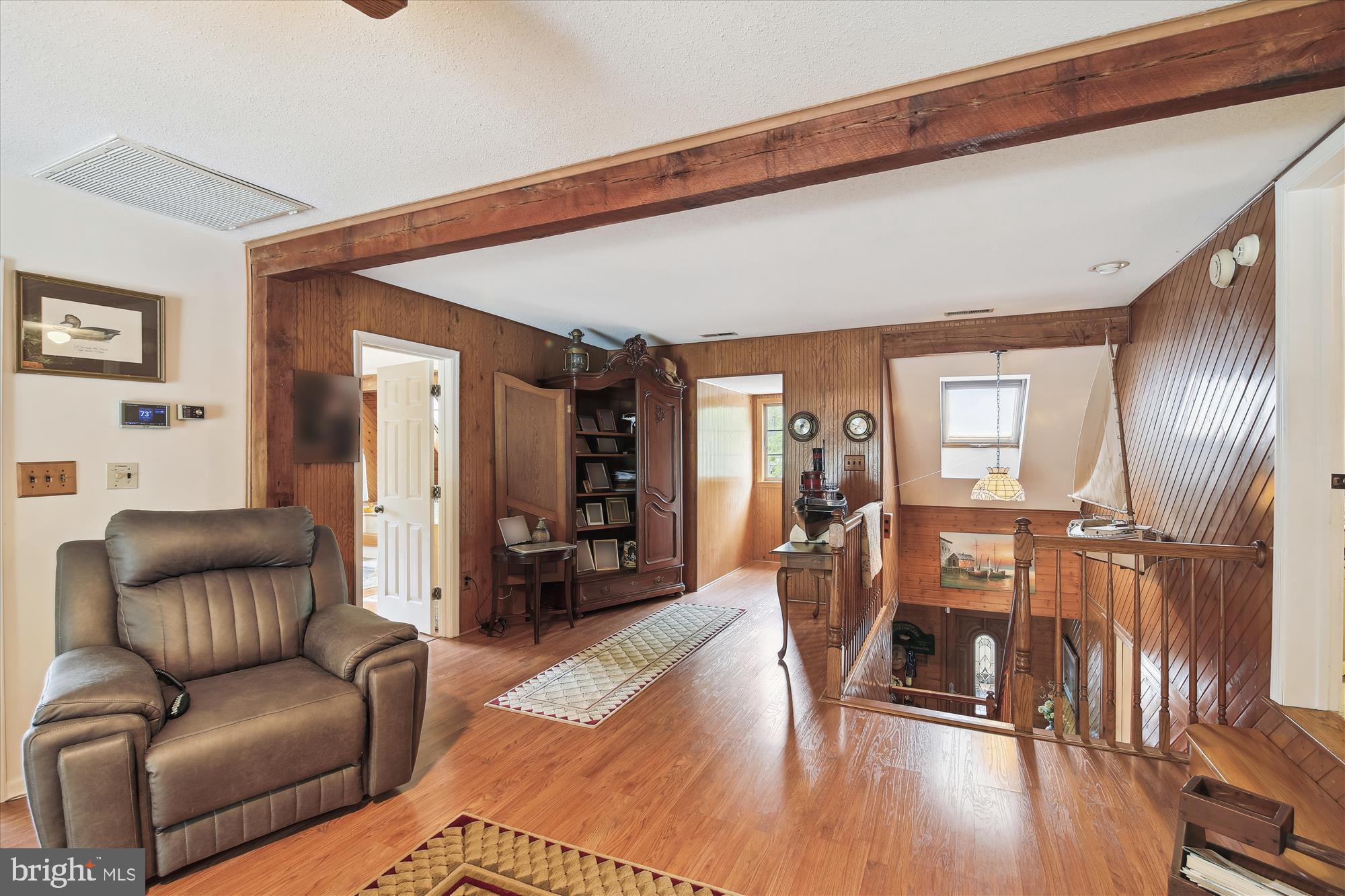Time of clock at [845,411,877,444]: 7:49
